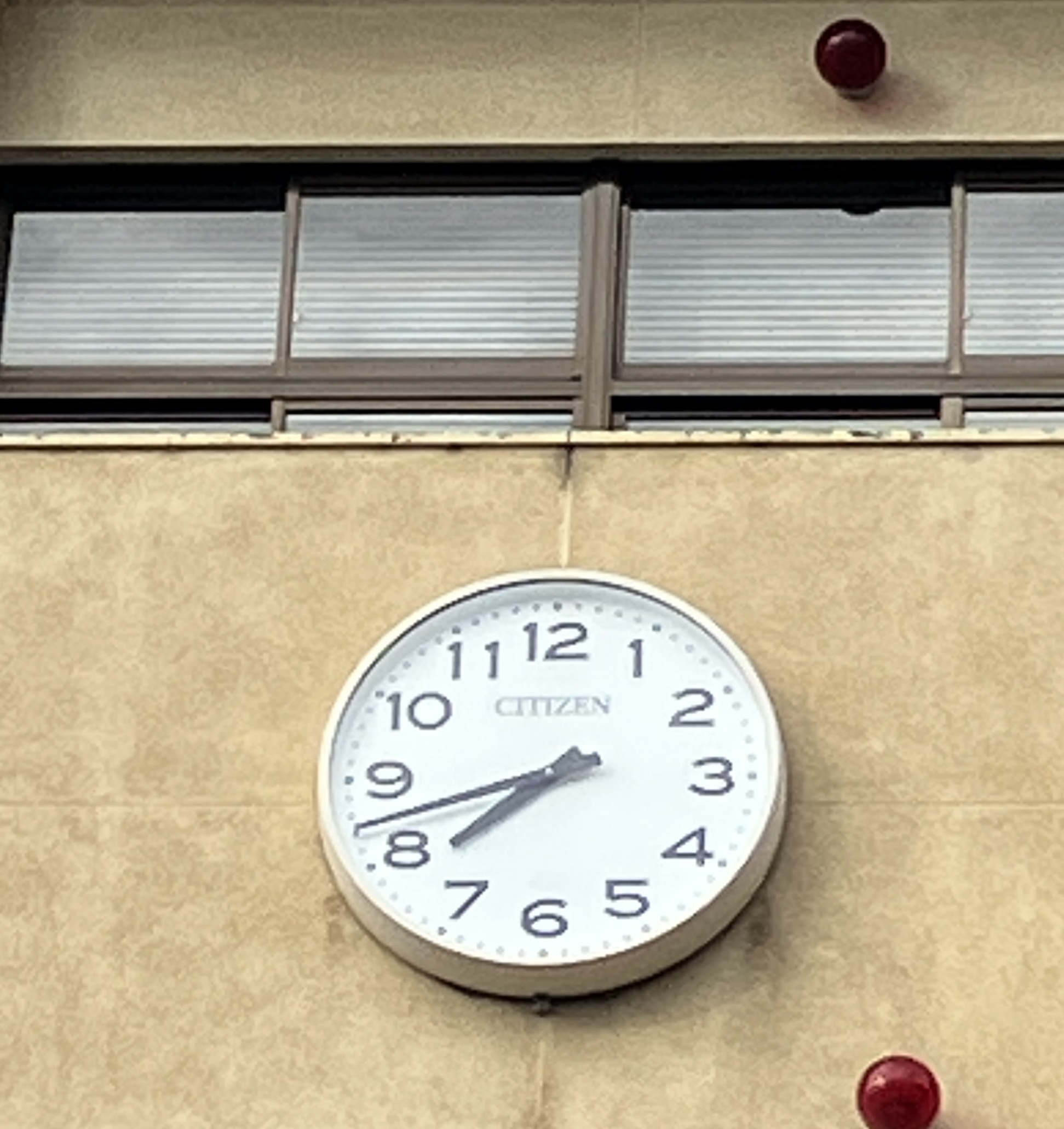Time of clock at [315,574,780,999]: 7:42
